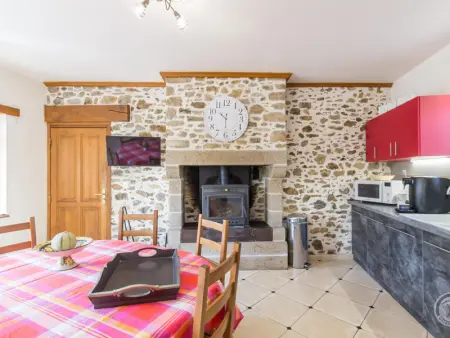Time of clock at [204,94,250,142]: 10:30
